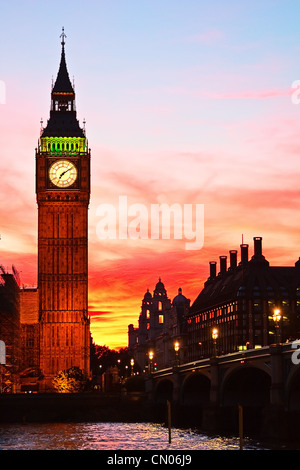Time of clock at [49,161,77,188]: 7:09
